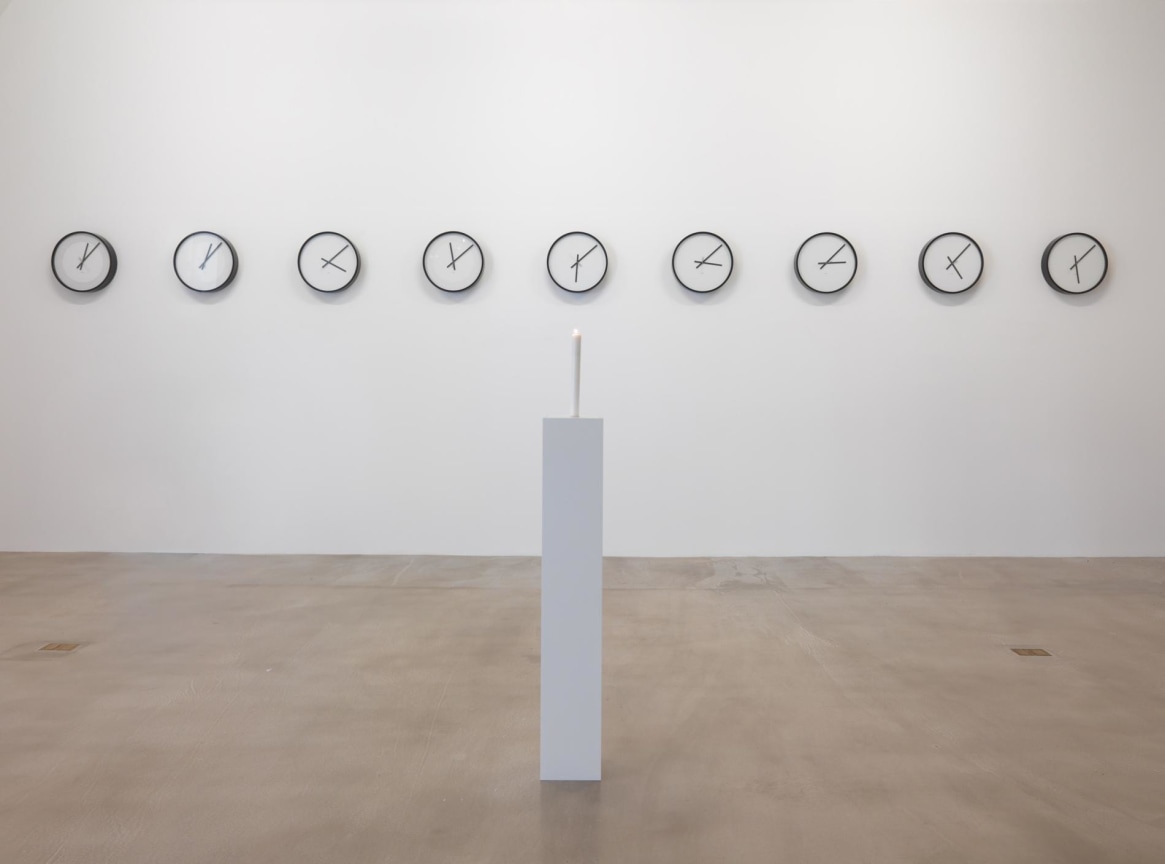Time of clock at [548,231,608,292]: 6:08
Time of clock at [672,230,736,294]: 3:08
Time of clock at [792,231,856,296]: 3:07
